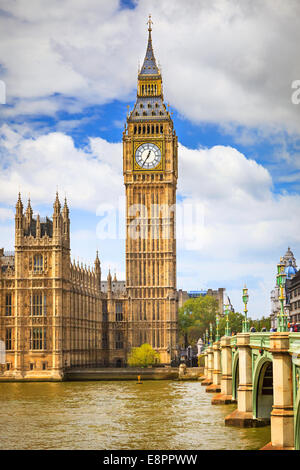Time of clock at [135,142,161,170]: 12:35
